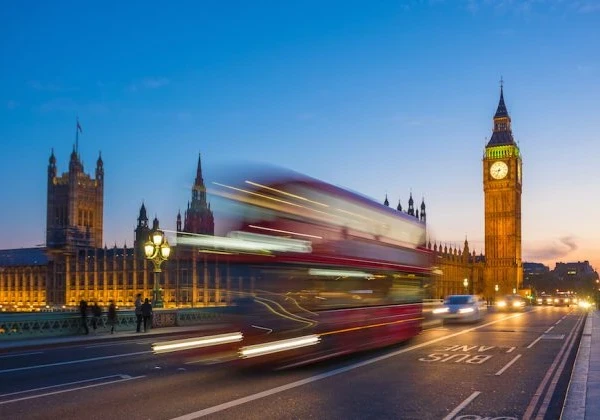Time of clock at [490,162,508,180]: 8:33
